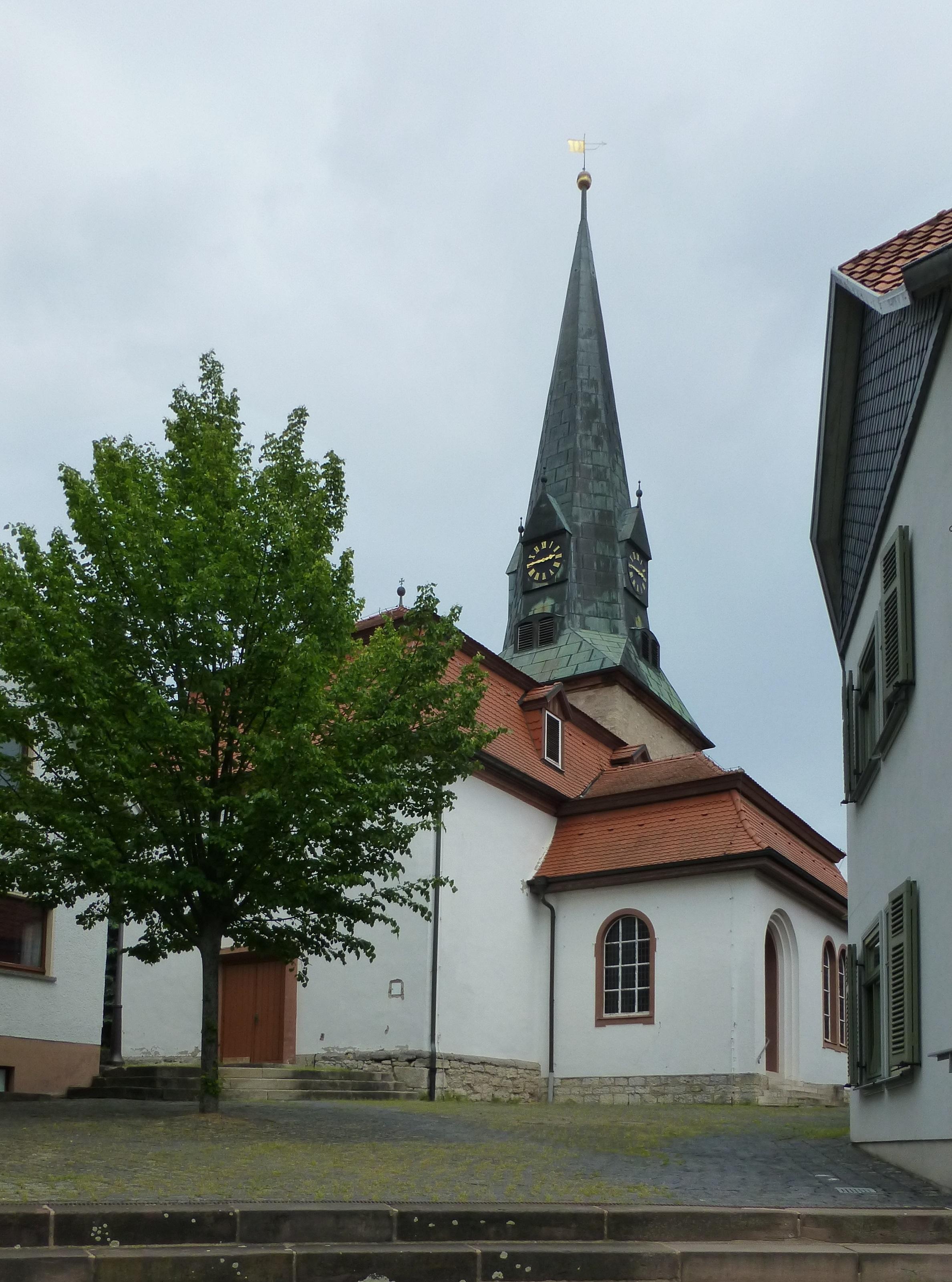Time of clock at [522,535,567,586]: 2:45
